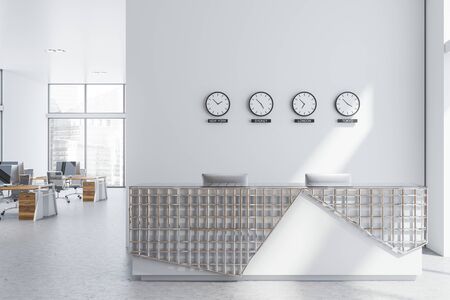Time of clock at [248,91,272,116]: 4:52
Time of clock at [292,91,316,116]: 6:52
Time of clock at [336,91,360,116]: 3:52
